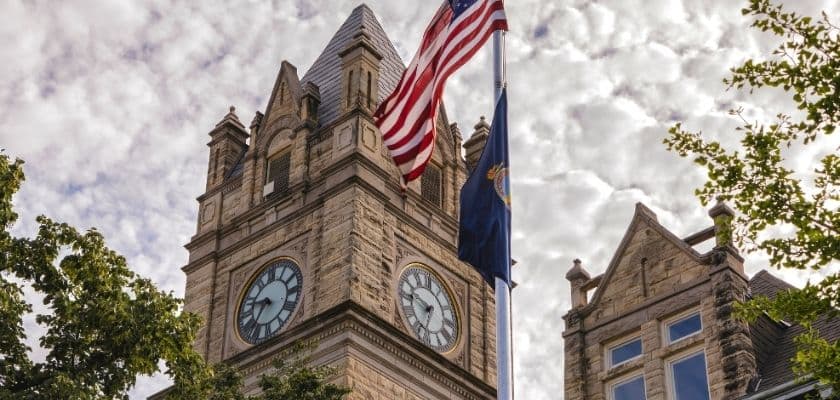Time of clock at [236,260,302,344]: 9:35
